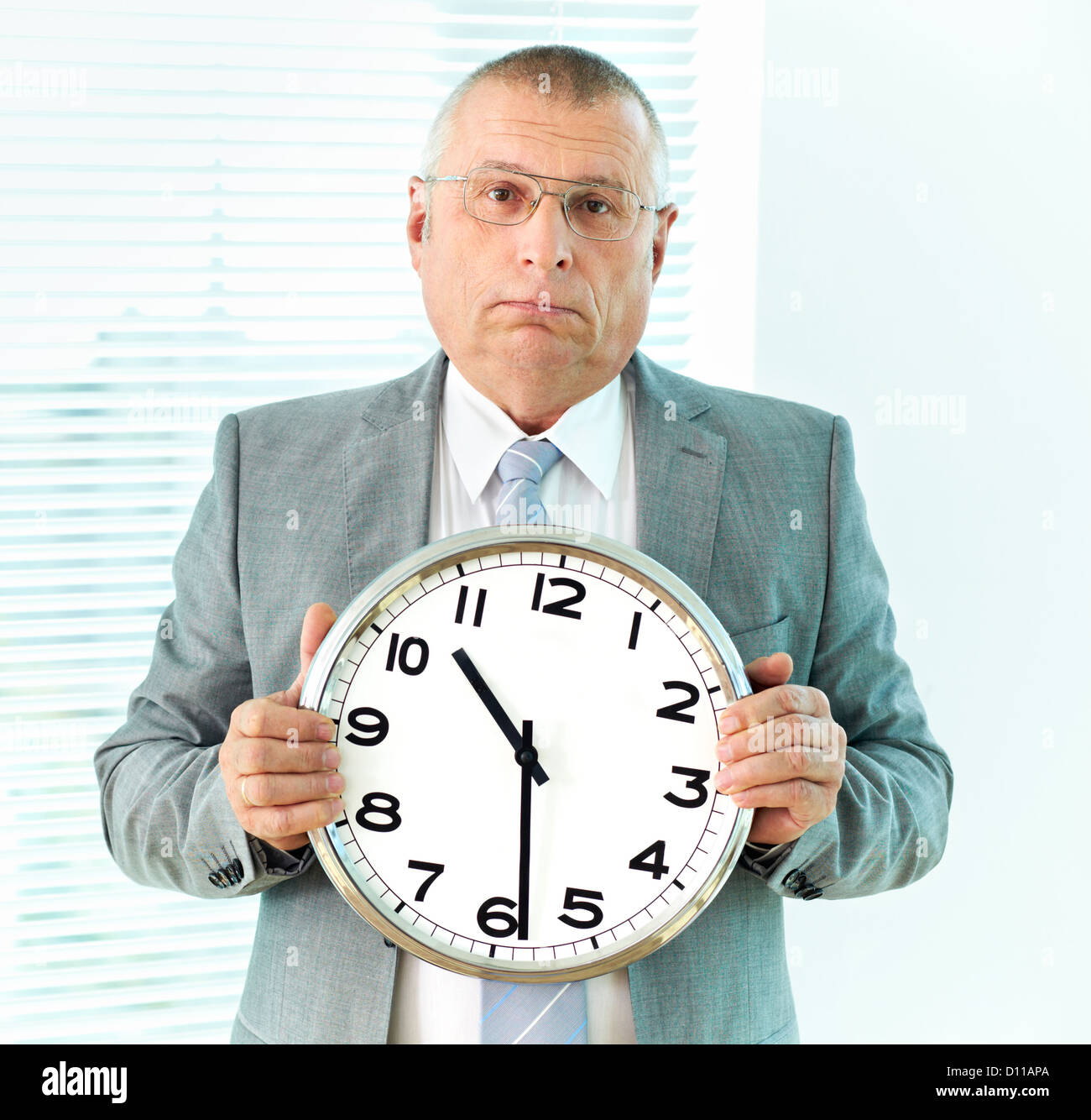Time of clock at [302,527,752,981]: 10:28
